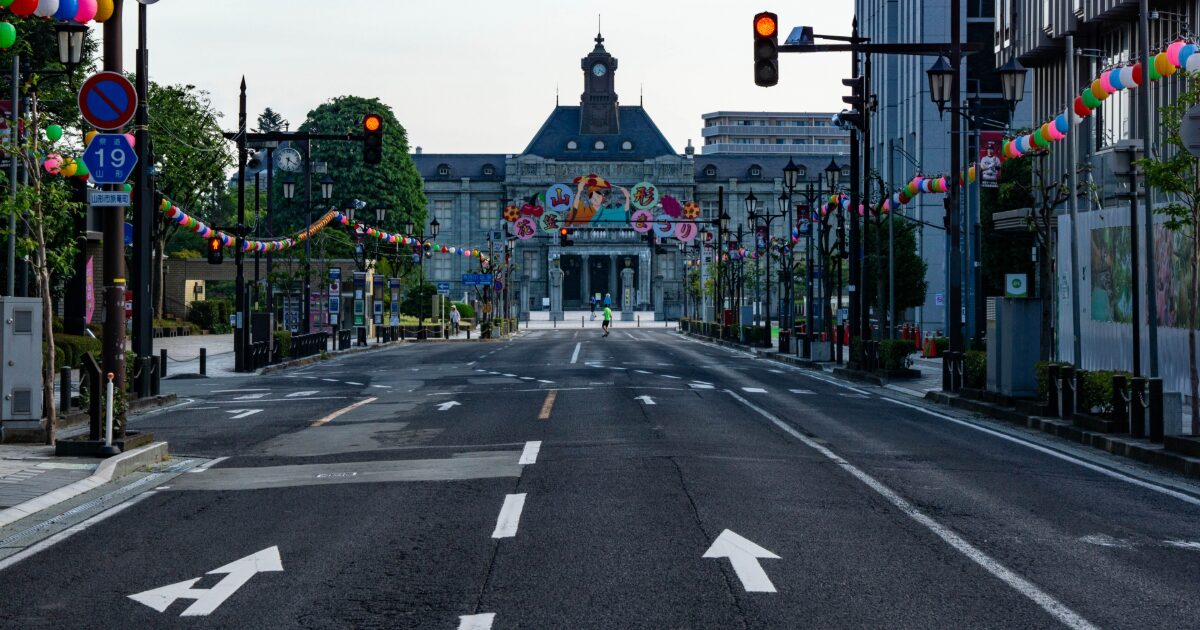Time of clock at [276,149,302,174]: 6:21
